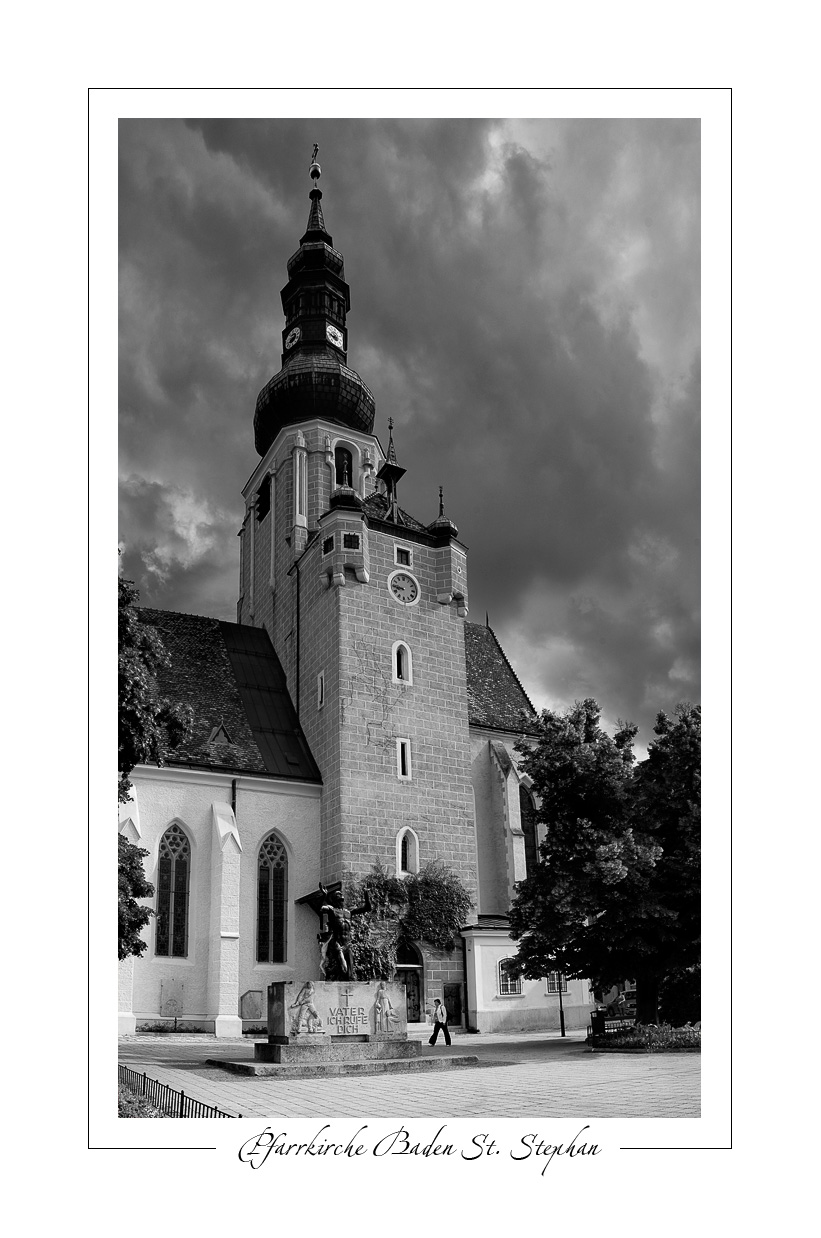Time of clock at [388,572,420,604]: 8:45
